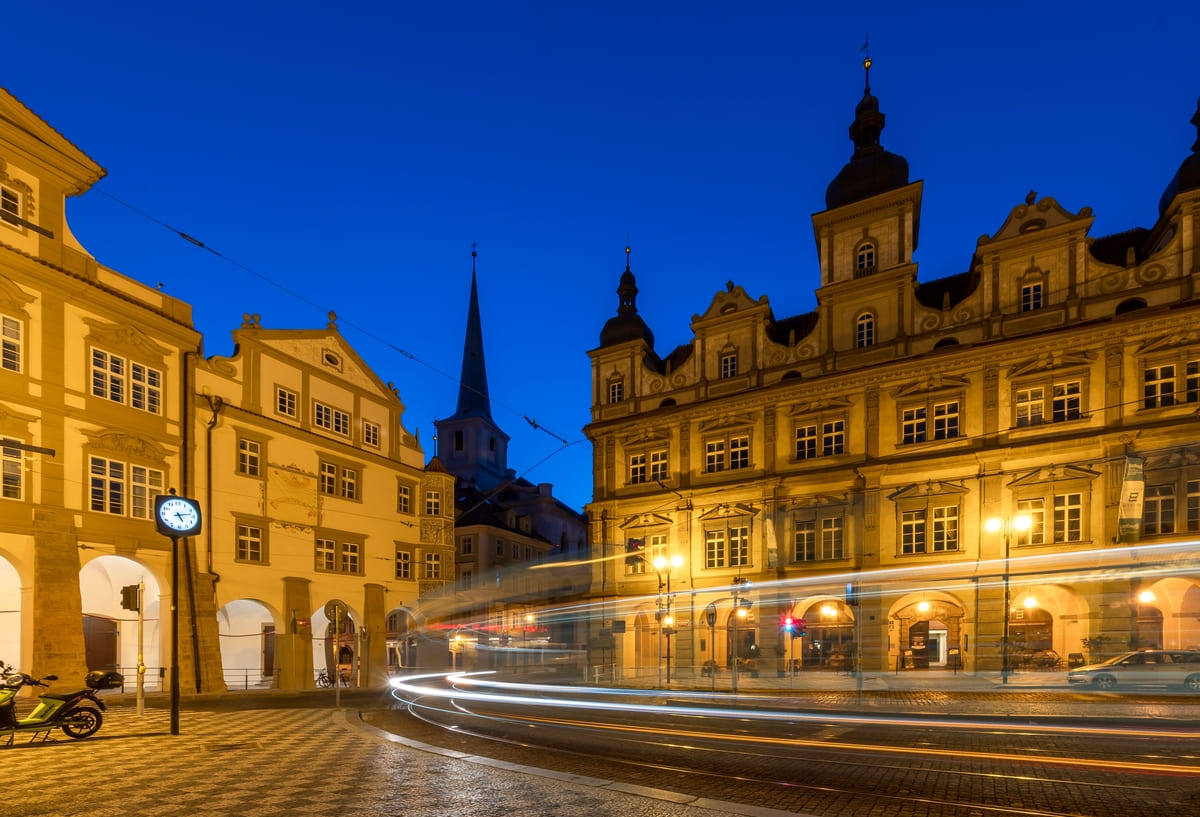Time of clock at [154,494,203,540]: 5:12
